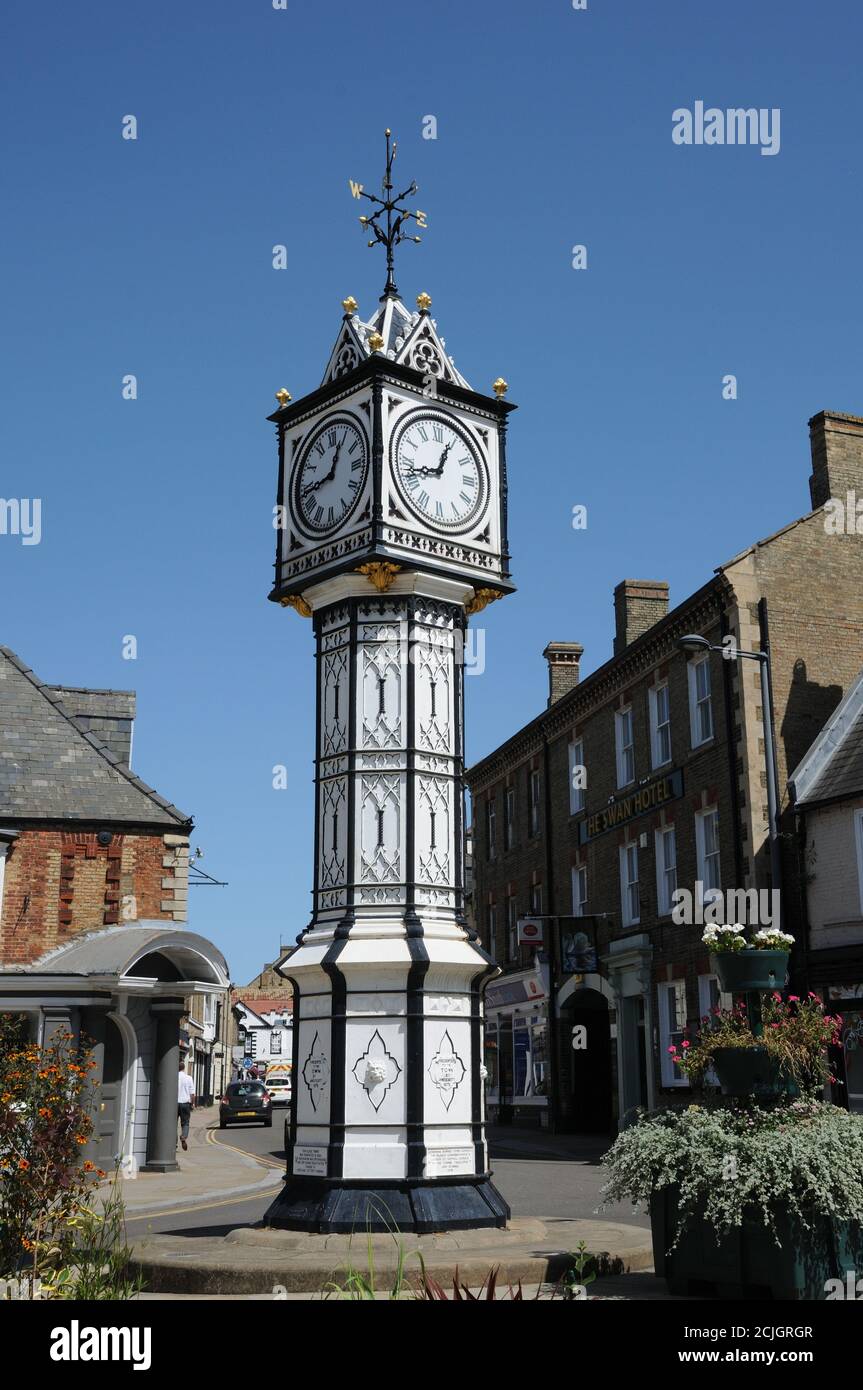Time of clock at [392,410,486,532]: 12:42
